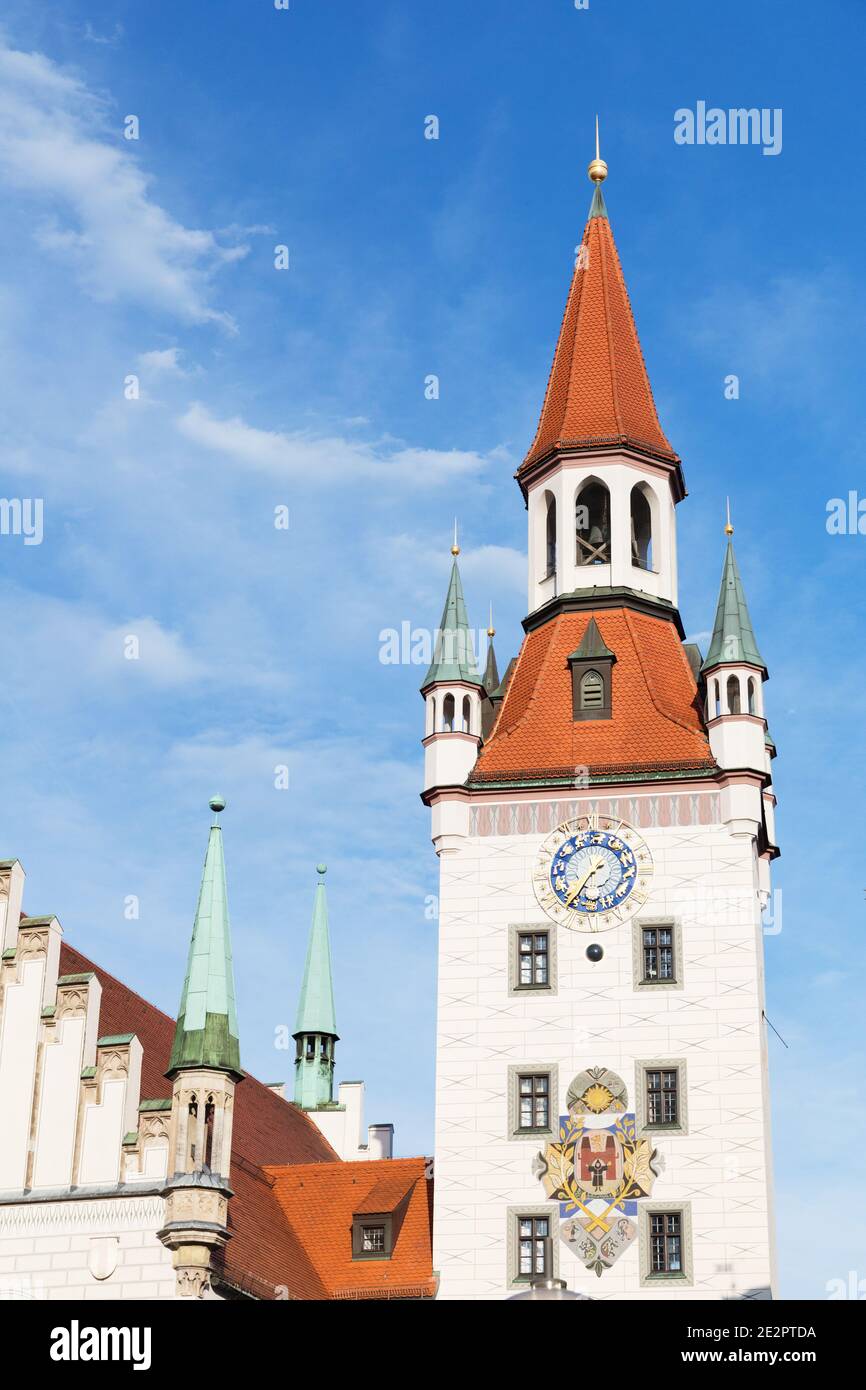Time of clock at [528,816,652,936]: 1:35
